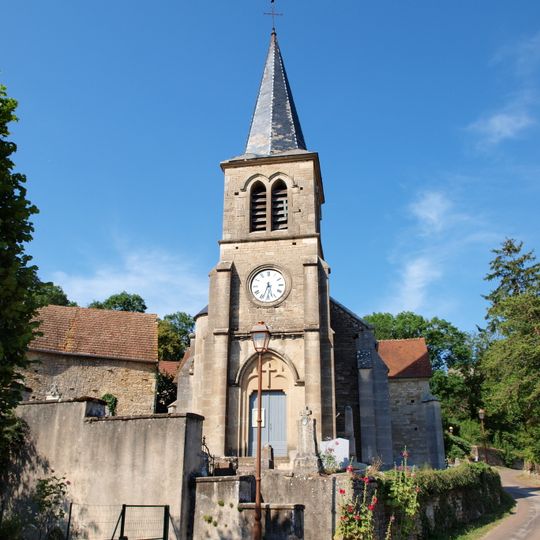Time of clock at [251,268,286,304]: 5:33
